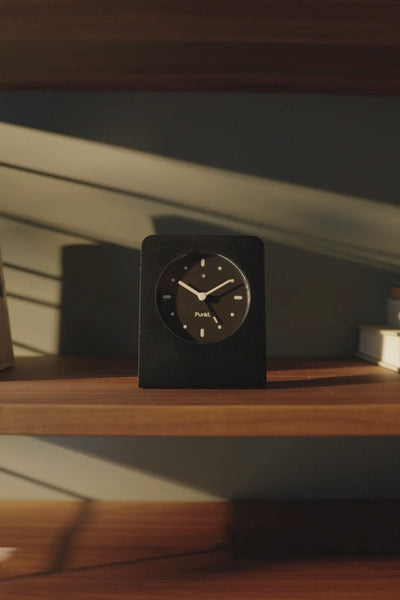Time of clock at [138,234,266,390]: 4:50
